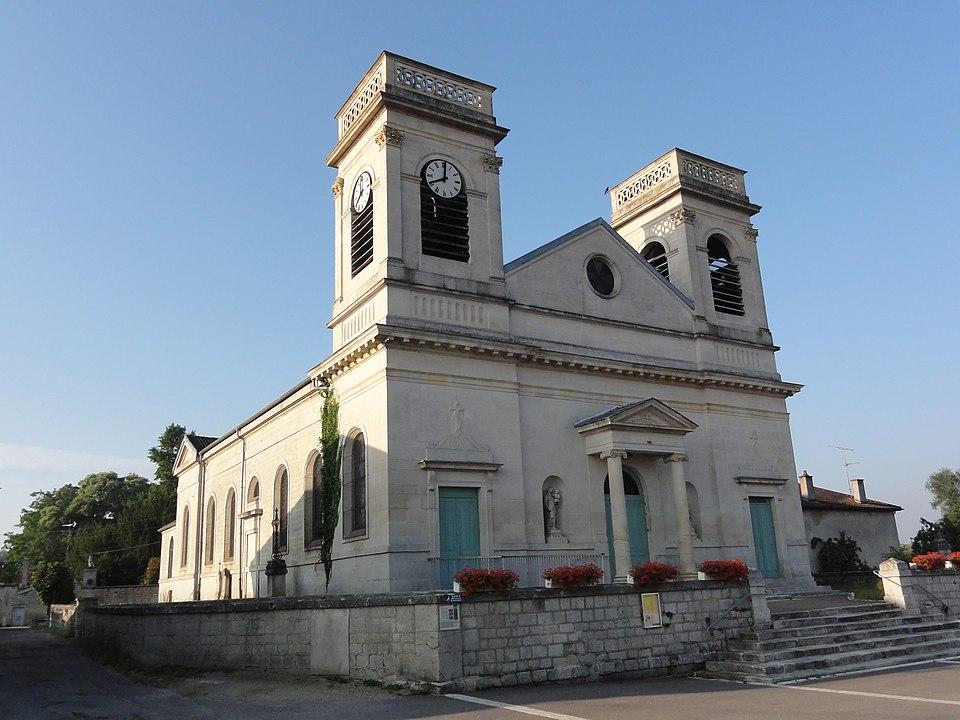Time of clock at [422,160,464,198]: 8:01
